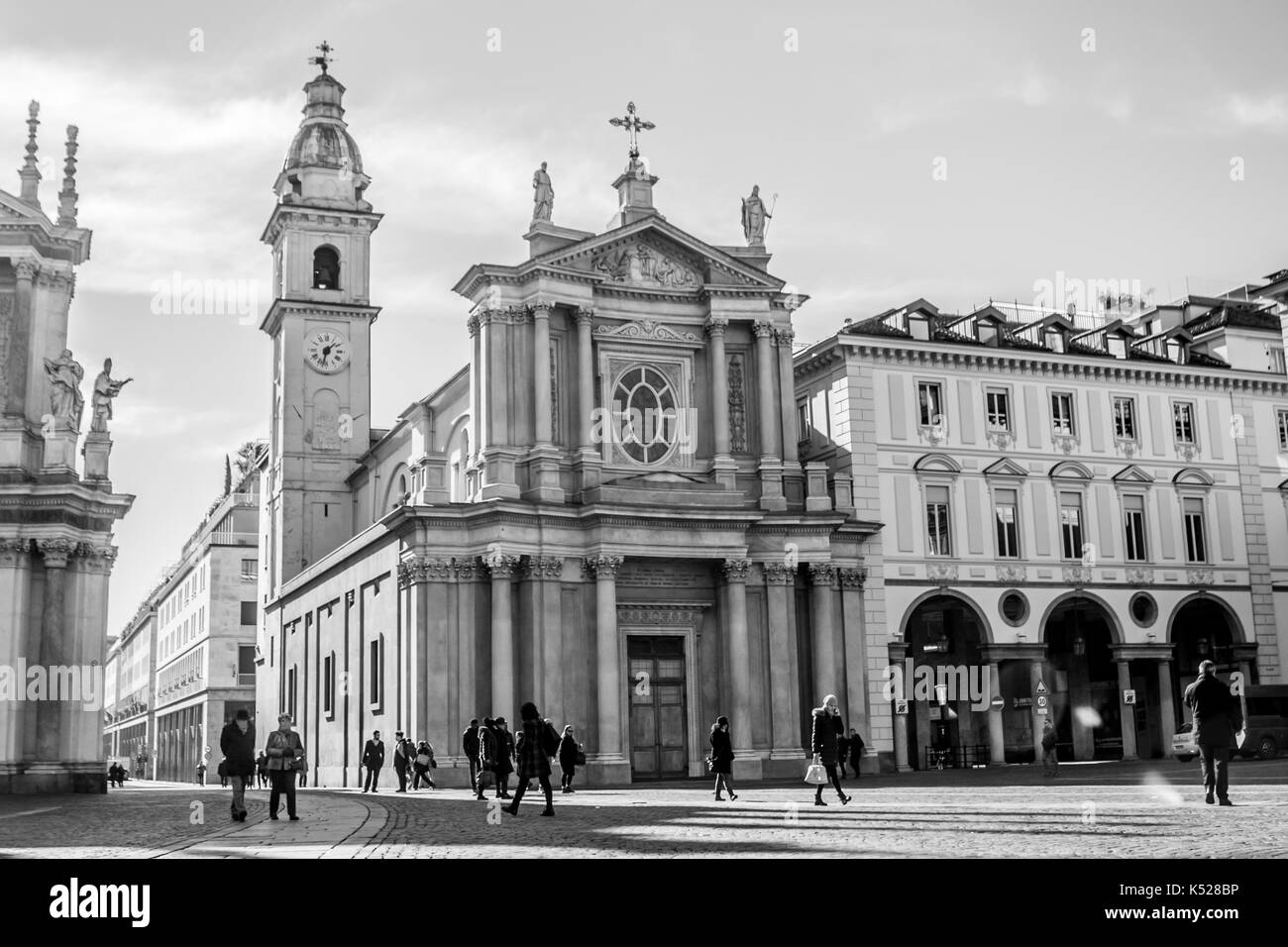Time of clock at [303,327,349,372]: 1:32
